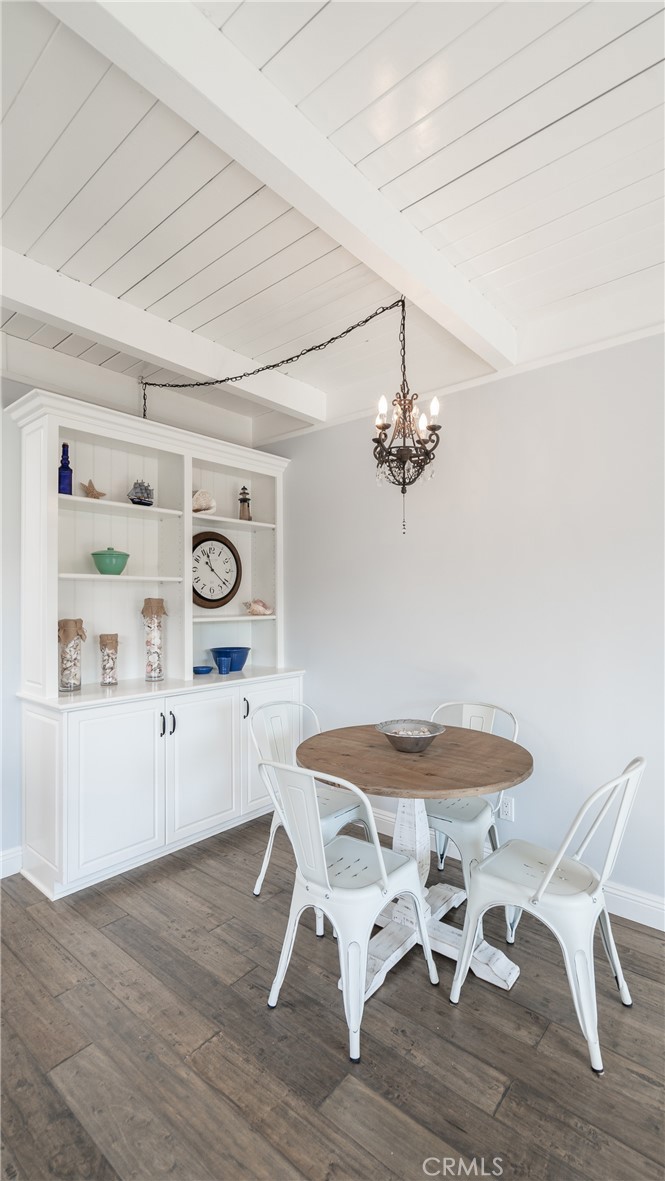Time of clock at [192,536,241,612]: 11:21
